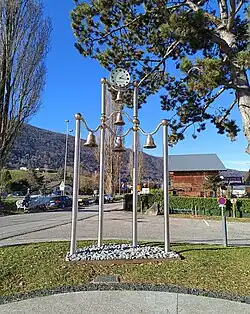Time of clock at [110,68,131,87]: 1:16
